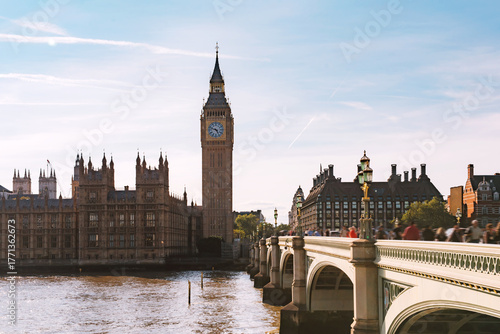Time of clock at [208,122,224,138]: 4:48
